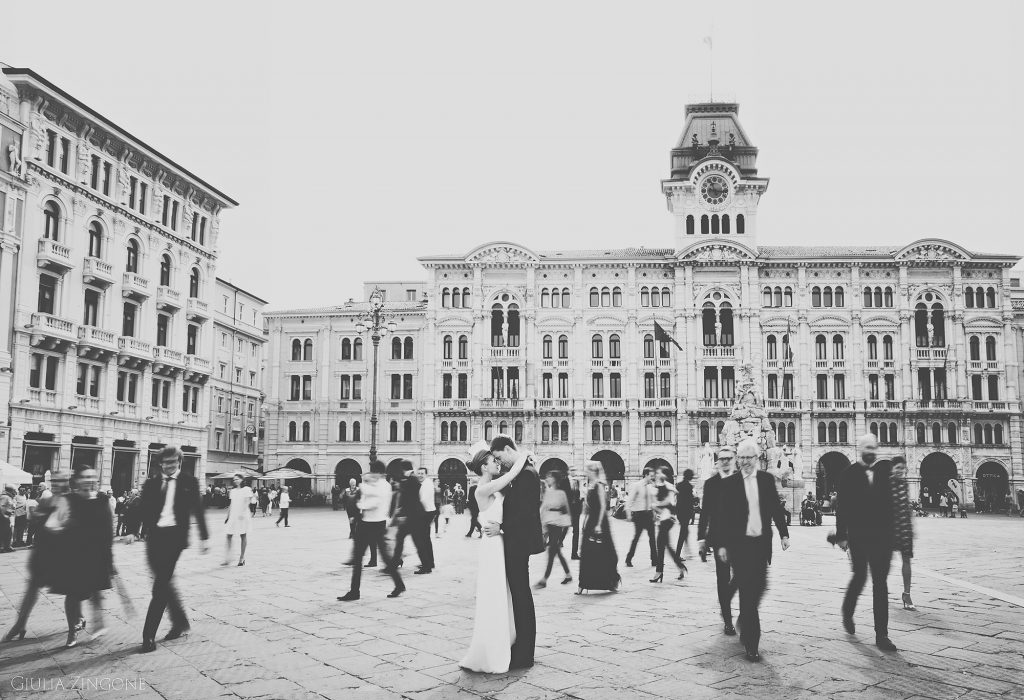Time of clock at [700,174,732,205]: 11:16
